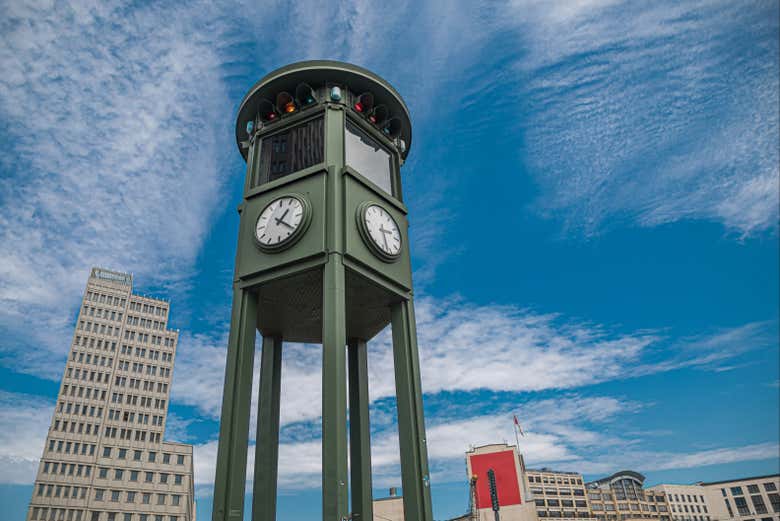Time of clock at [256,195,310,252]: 1:21
